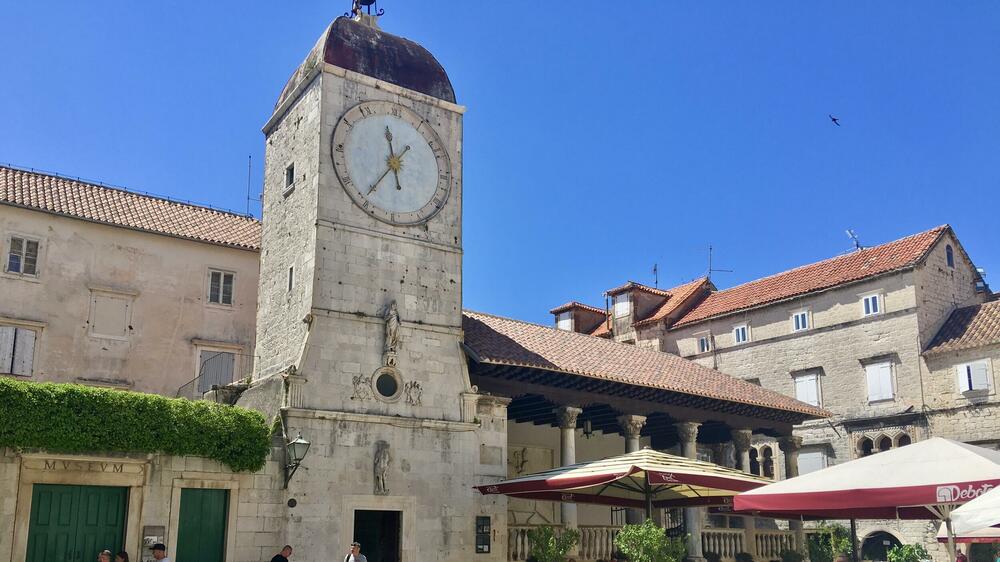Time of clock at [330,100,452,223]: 11:36
